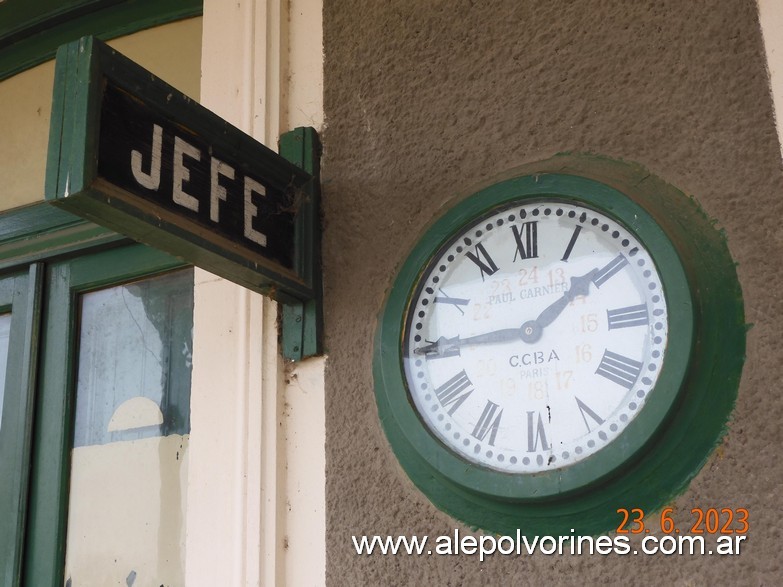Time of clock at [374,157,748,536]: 1:44
